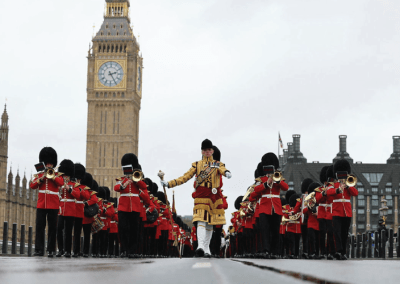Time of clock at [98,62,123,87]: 2:24
